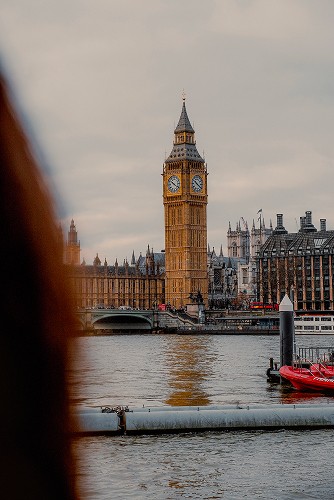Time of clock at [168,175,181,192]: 10:21
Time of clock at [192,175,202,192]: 10:21
